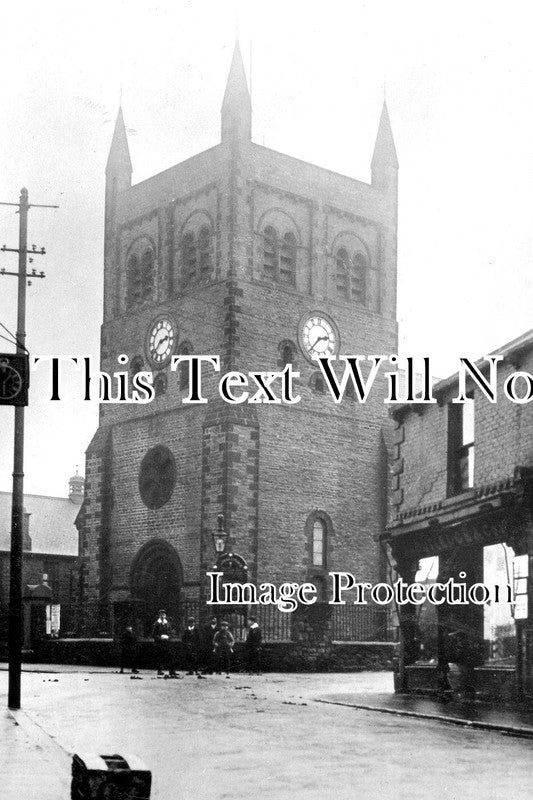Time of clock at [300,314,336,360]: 2:37
